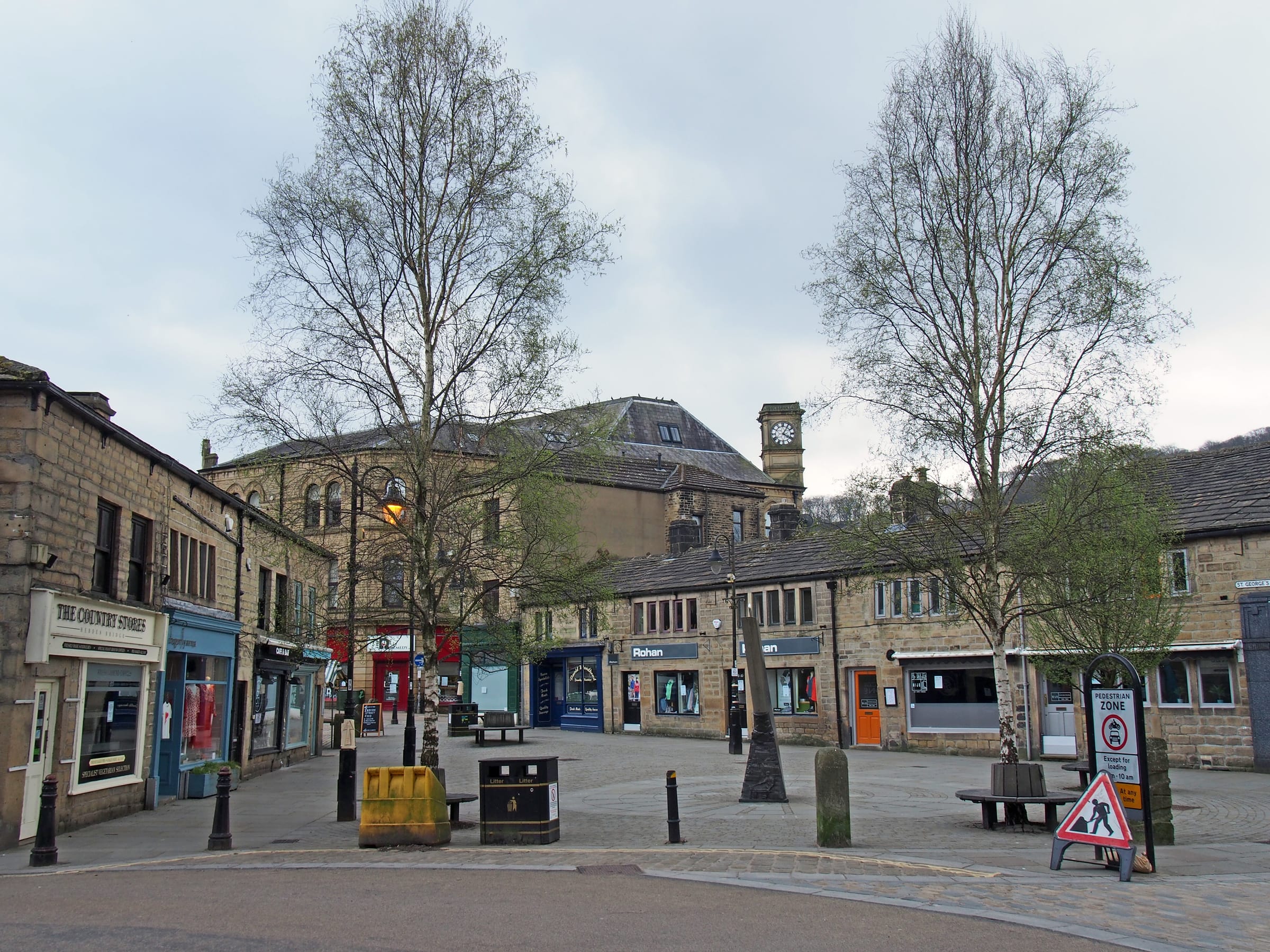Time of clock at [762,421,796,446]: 4:05
